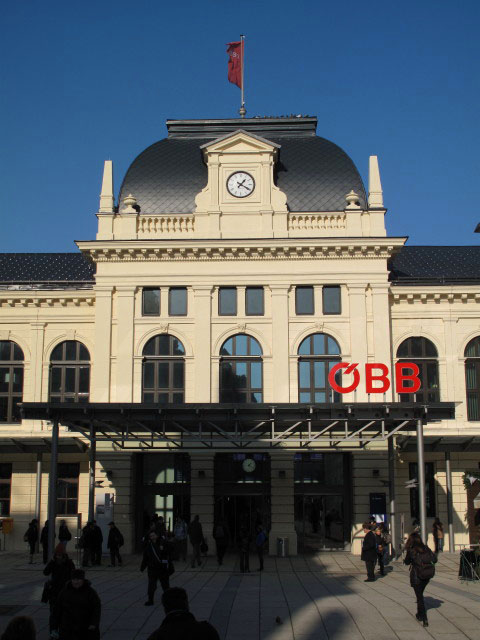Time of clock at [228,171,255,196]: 1:20
